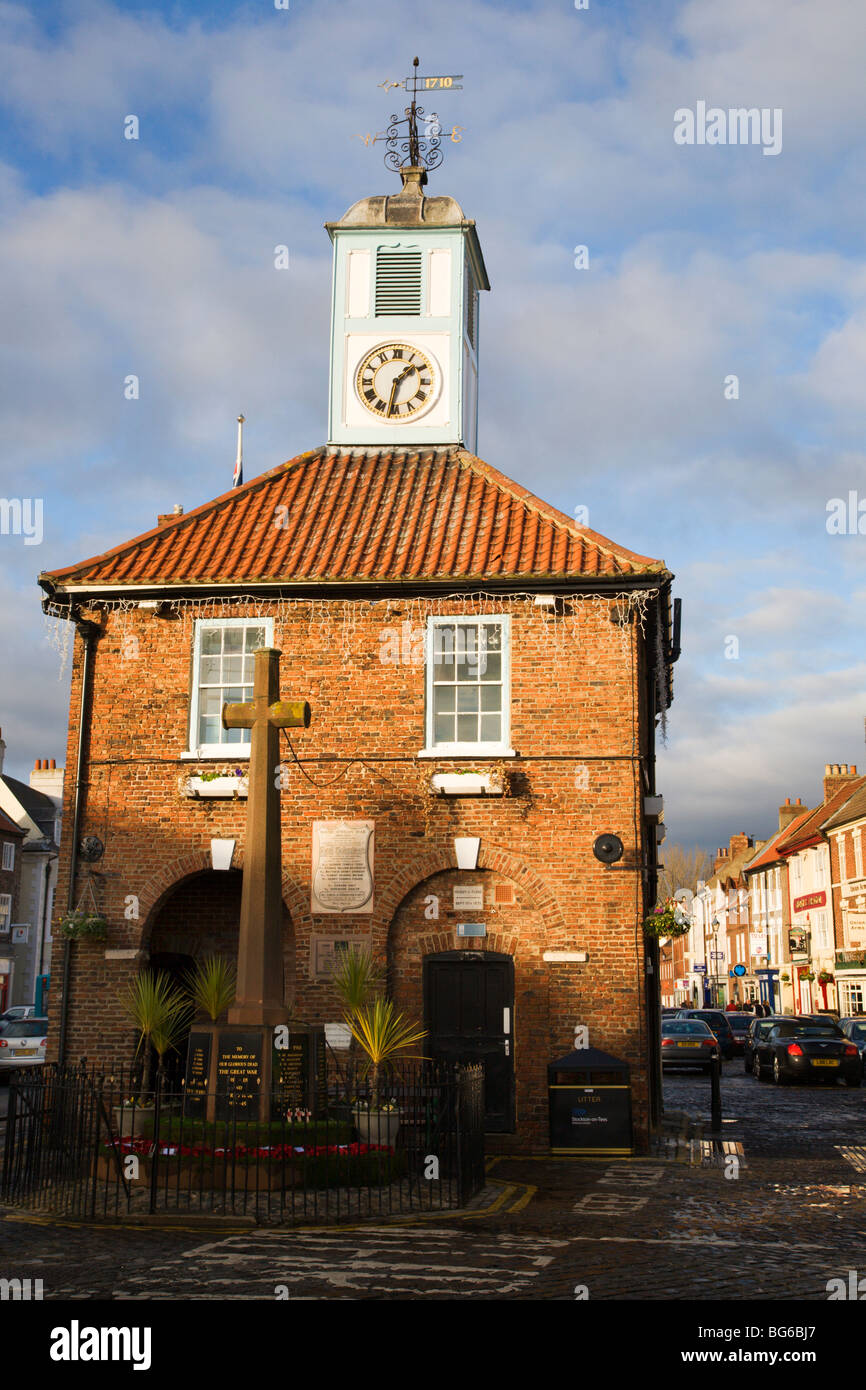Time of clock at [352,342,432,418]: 1:31
